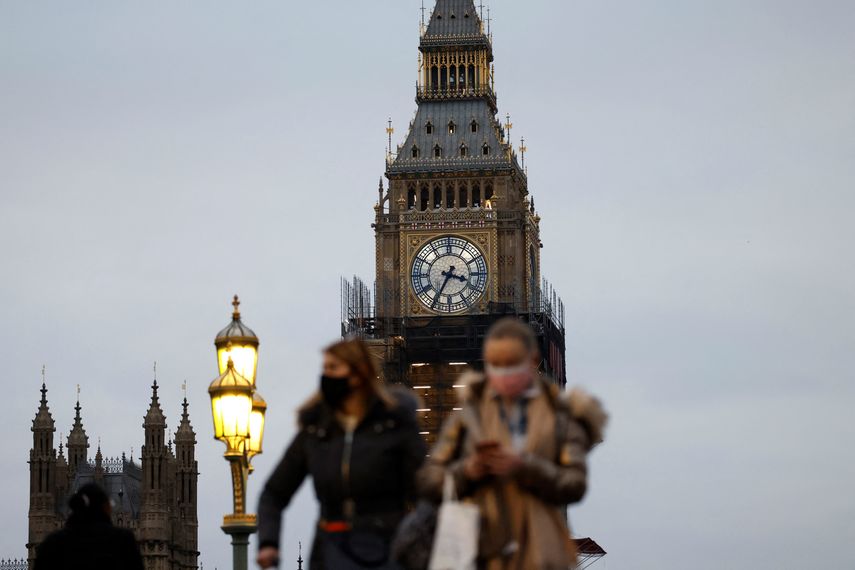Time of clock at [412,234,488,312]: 3:34
